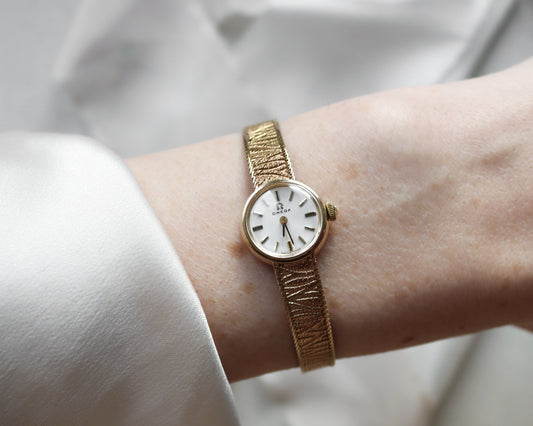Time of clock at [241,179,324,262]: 6:28
